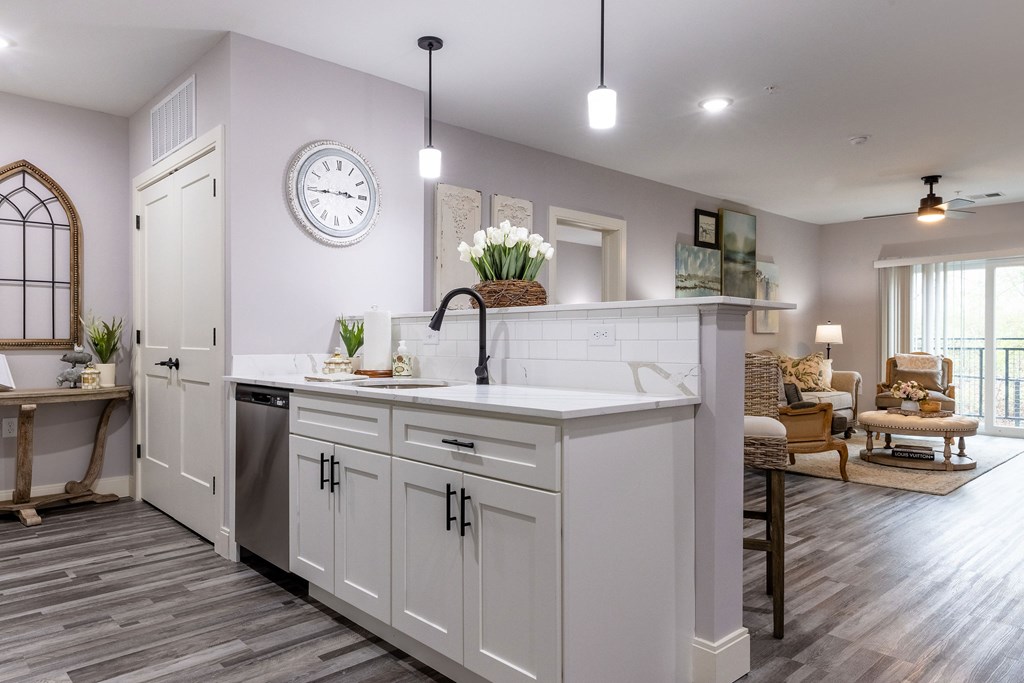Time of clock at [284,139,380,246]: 2:44
